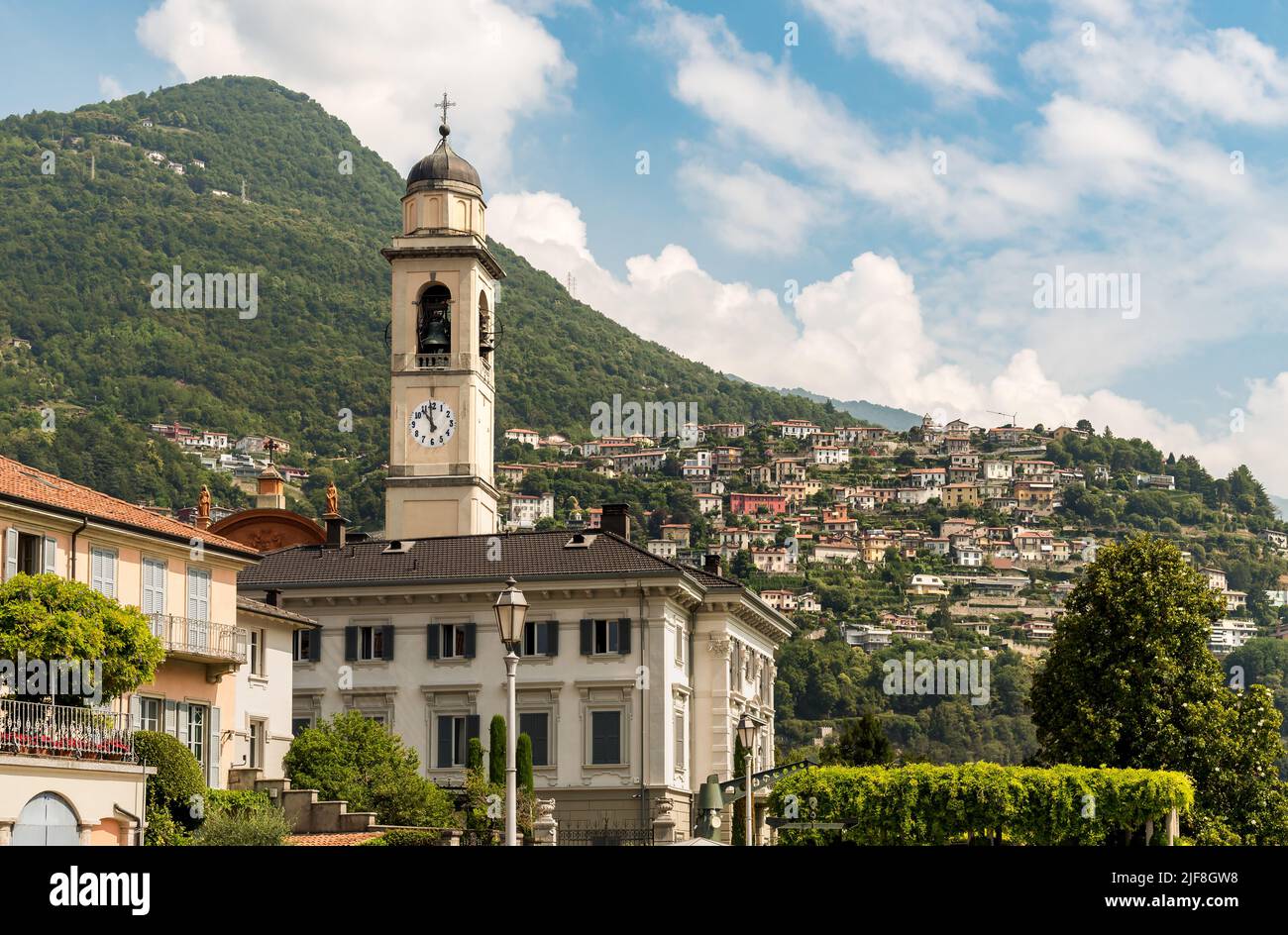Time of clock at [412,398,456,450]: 10:59
